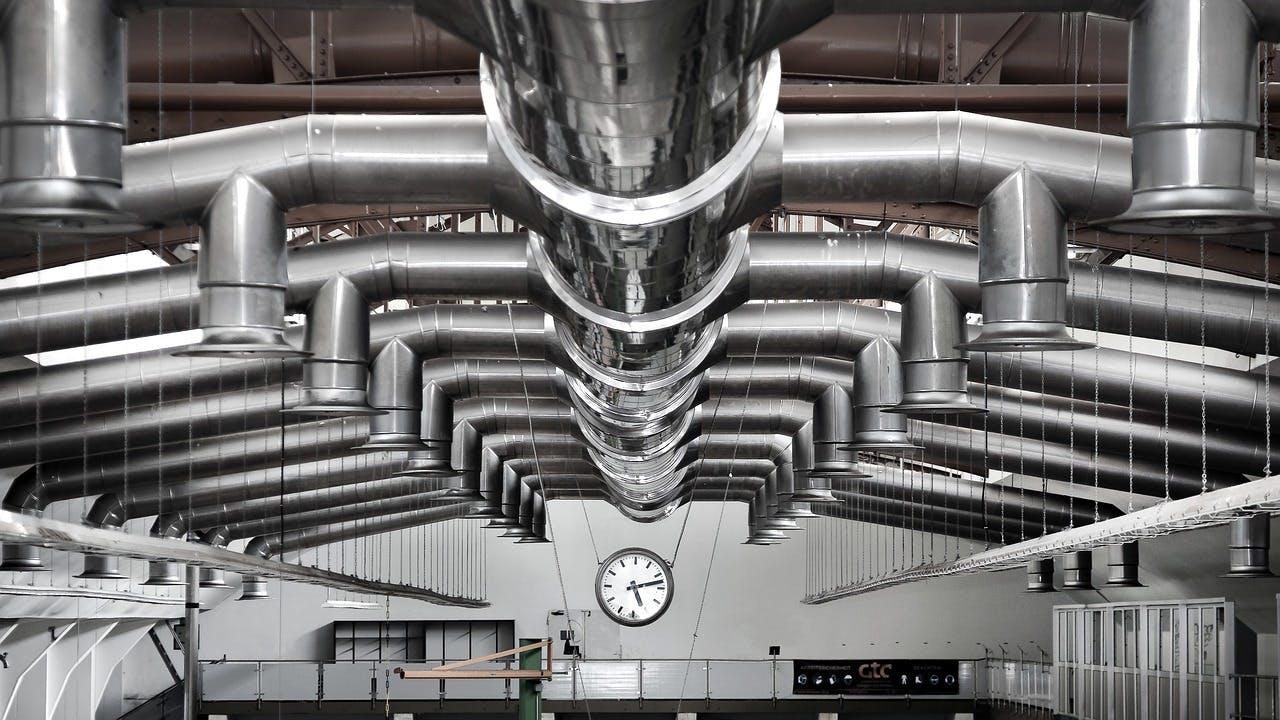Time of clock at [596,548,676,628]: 5:12
